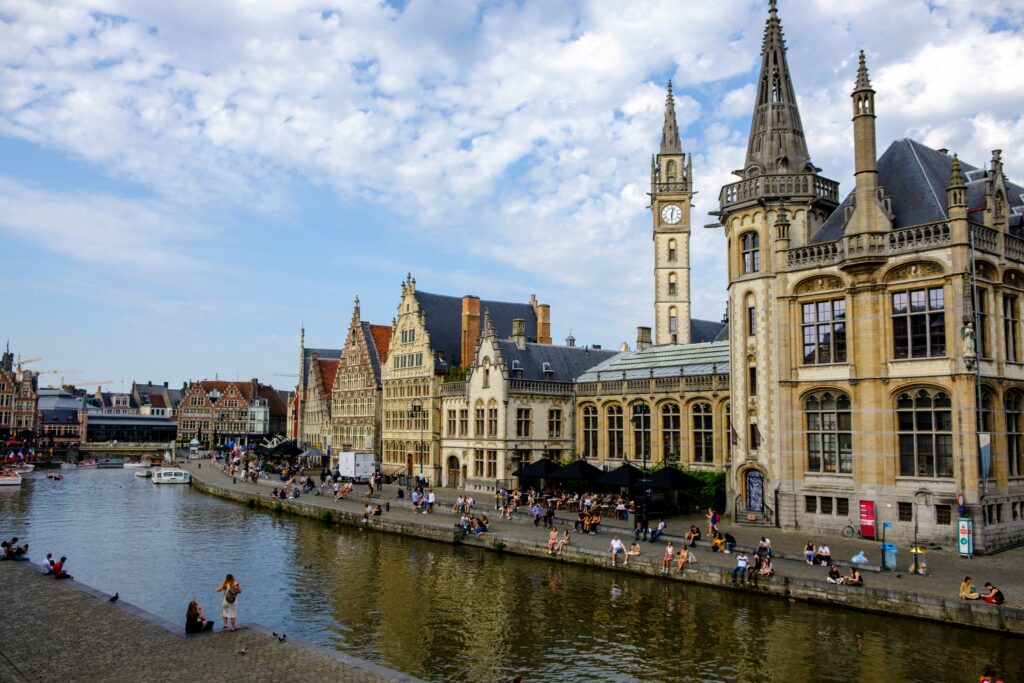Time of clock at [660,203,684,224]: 6:02
